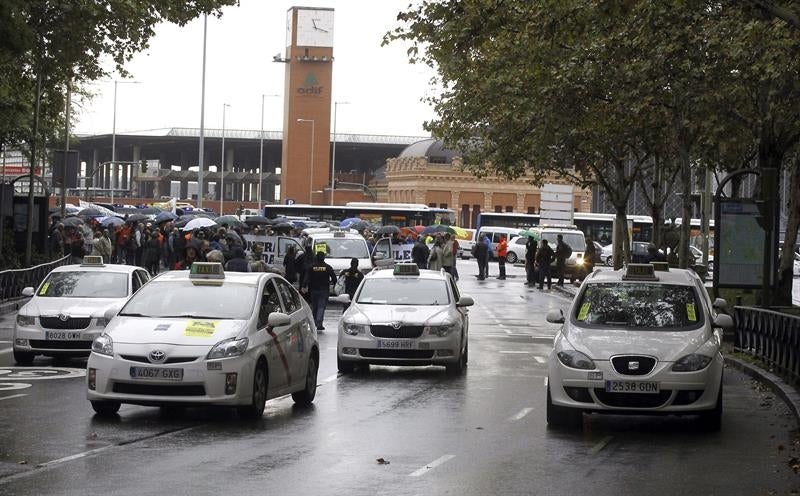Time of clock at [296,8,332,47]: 11:18
